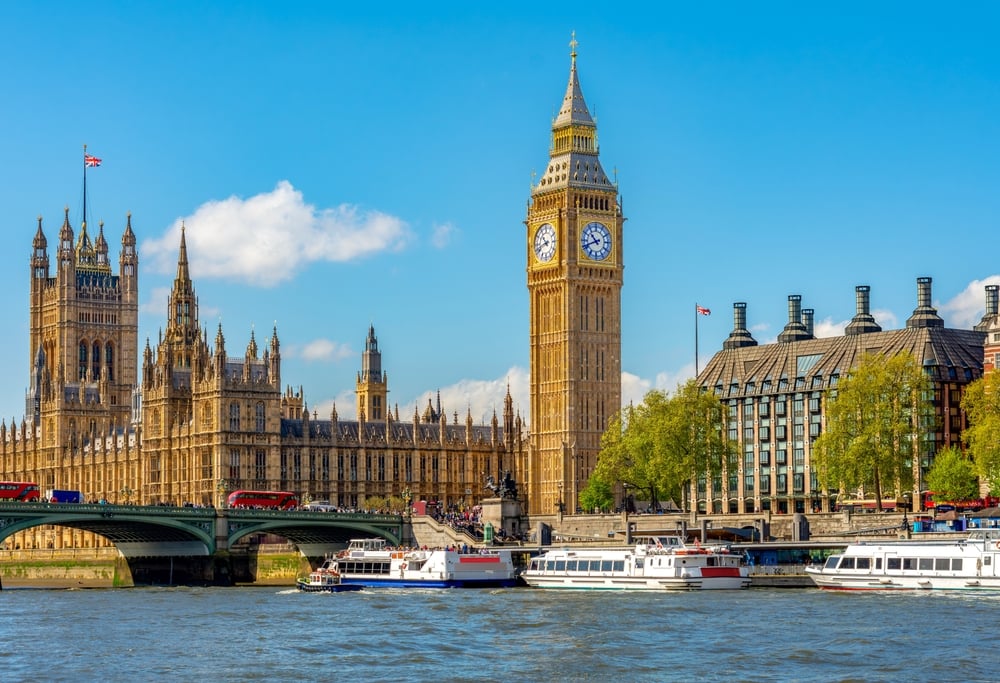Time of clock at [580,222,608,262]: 10:41
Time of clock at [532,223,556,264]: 10:42
